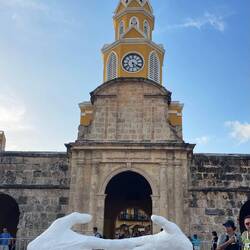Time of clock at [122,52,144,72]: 5:20
